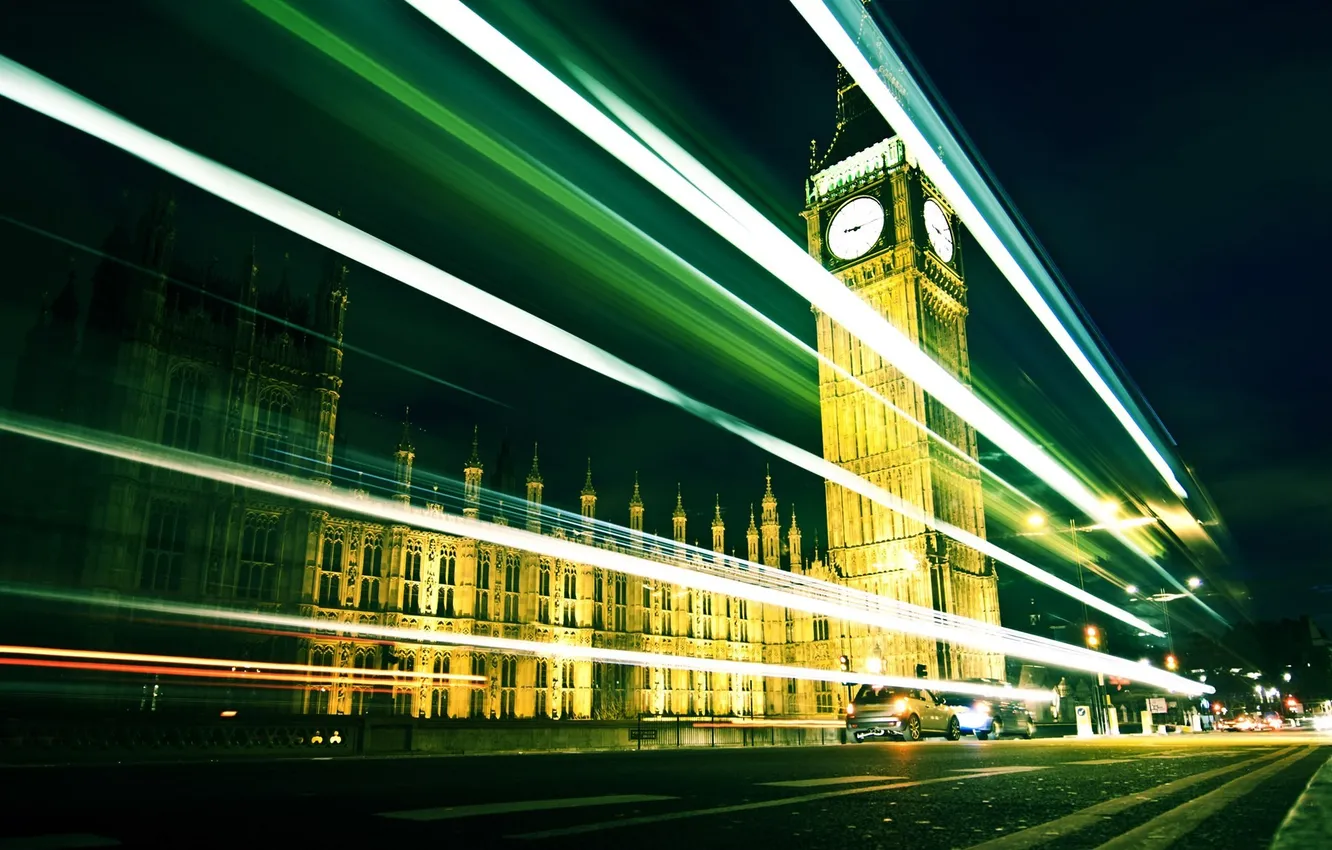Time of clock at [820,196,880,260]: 9:15
